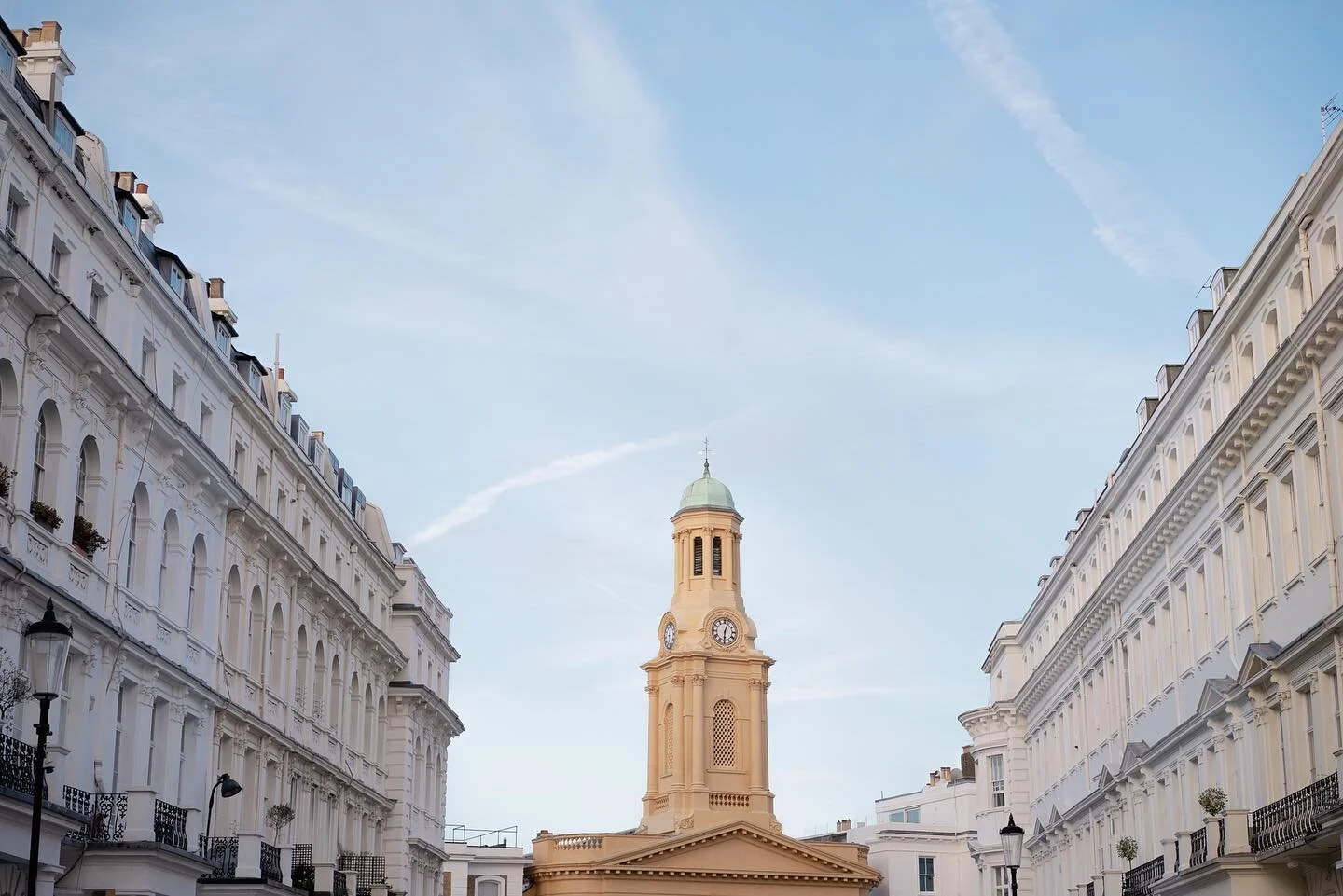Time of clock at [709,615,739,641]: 6:03
